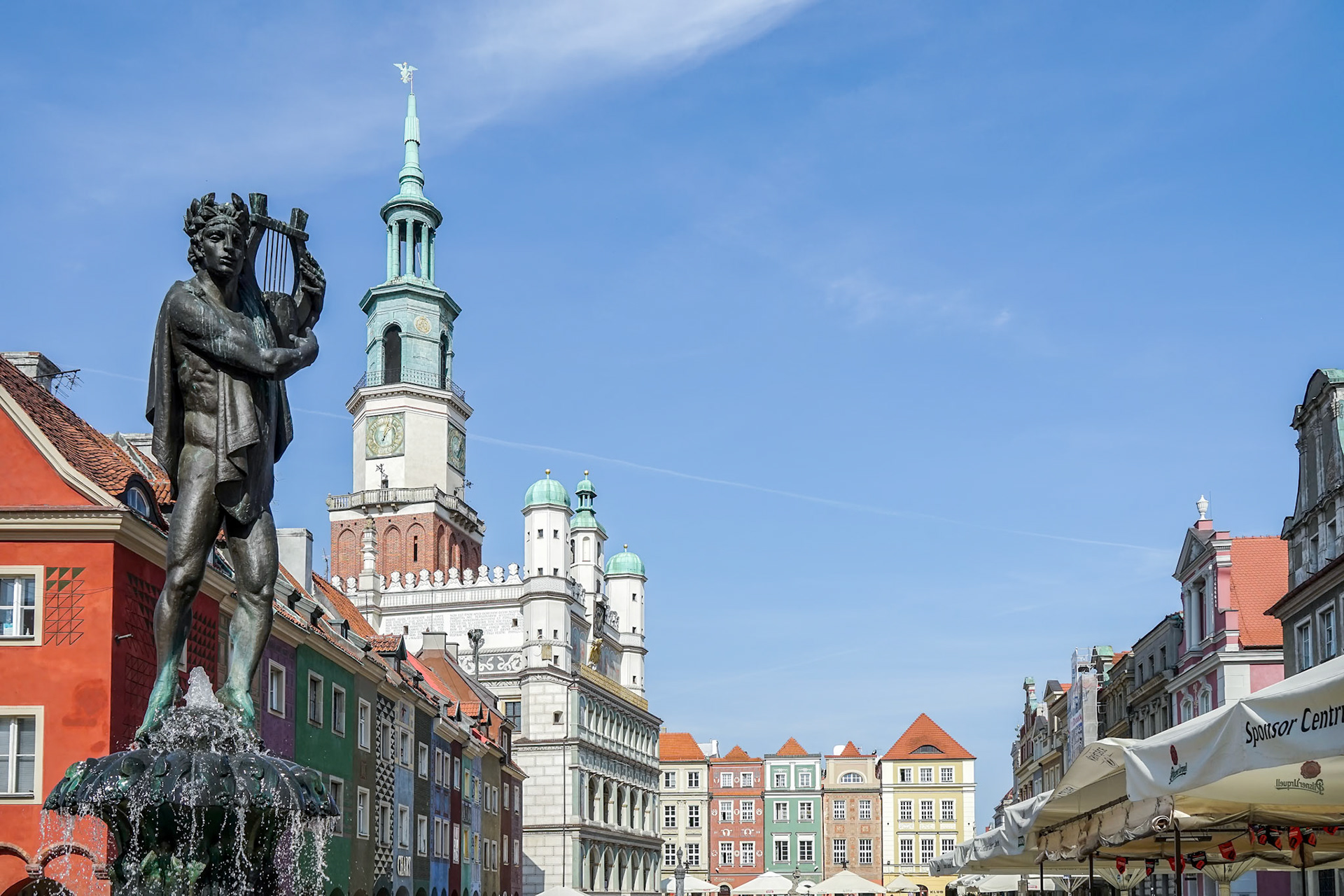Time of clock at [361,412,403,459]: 1:02
